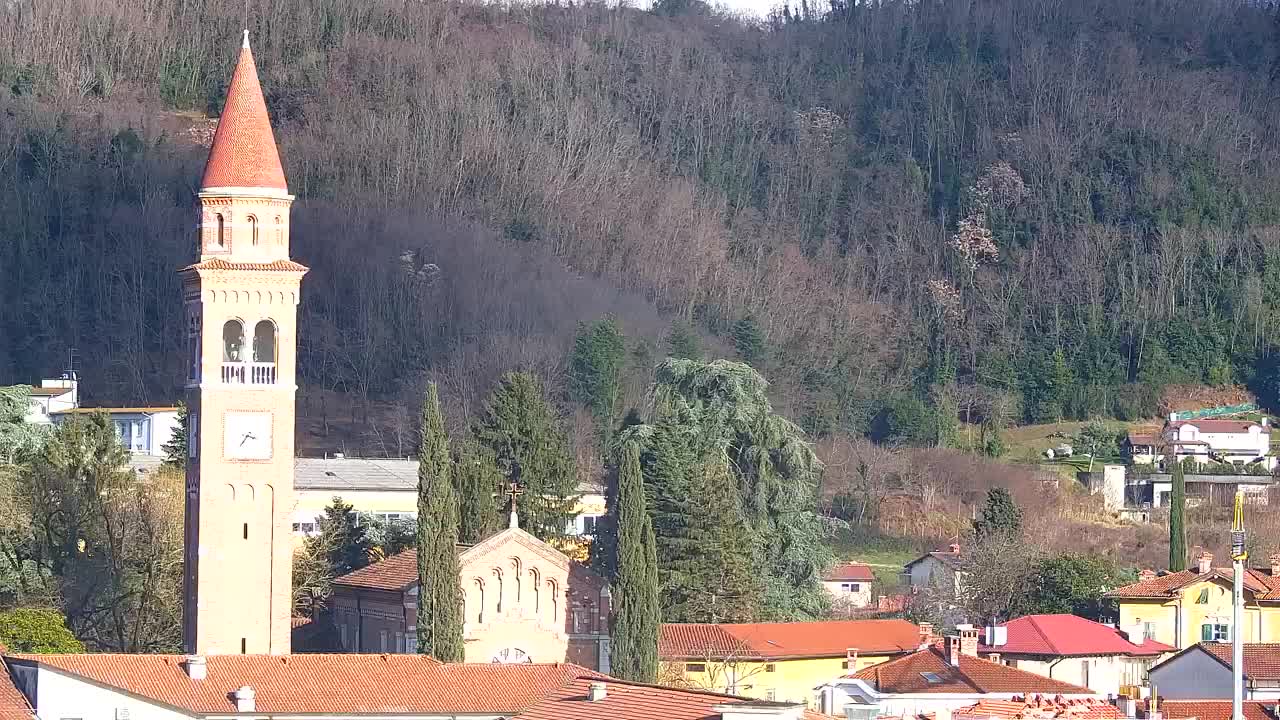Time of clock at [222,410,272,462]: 3:35
